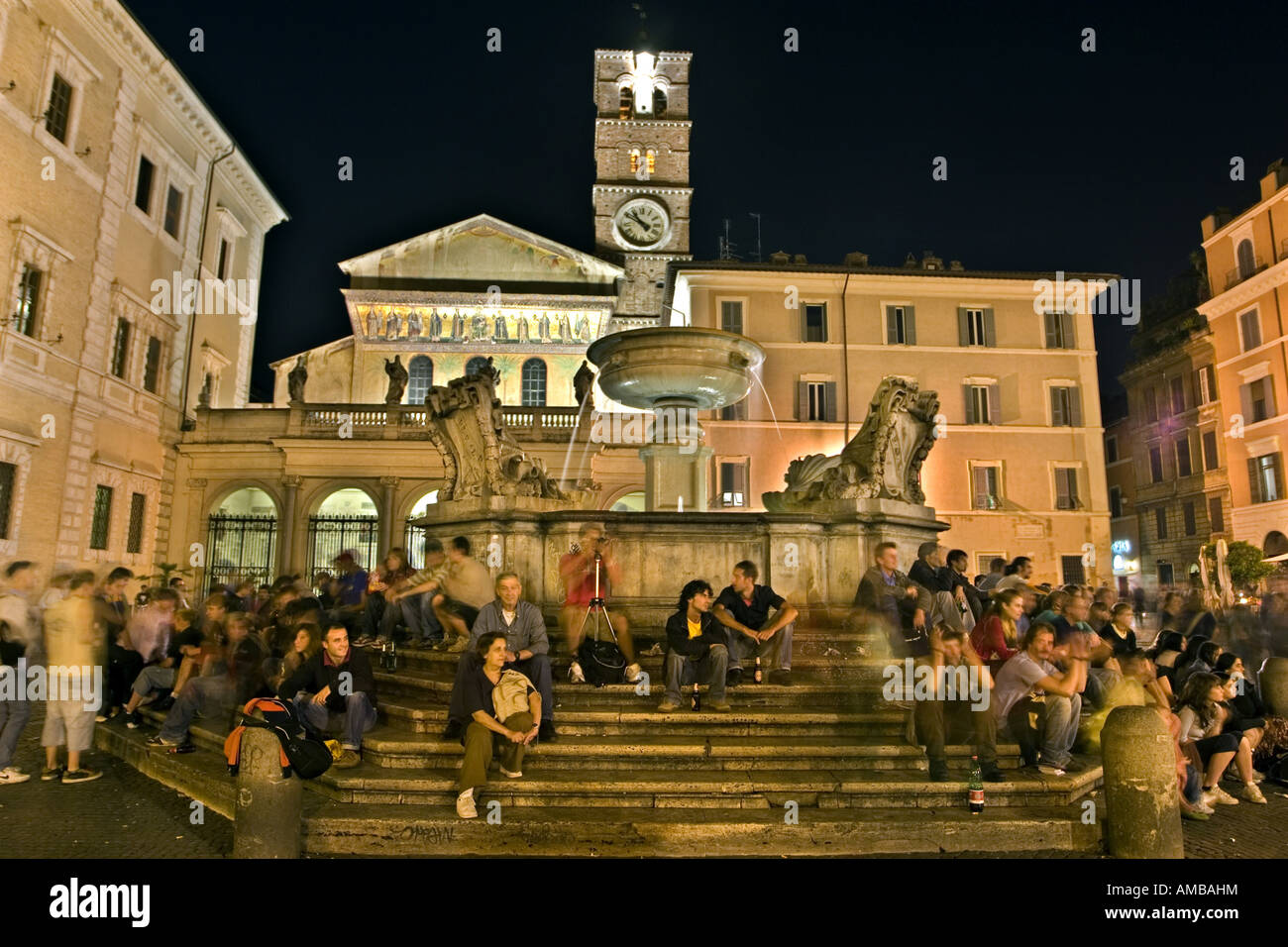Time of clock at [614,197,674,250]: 10:49
